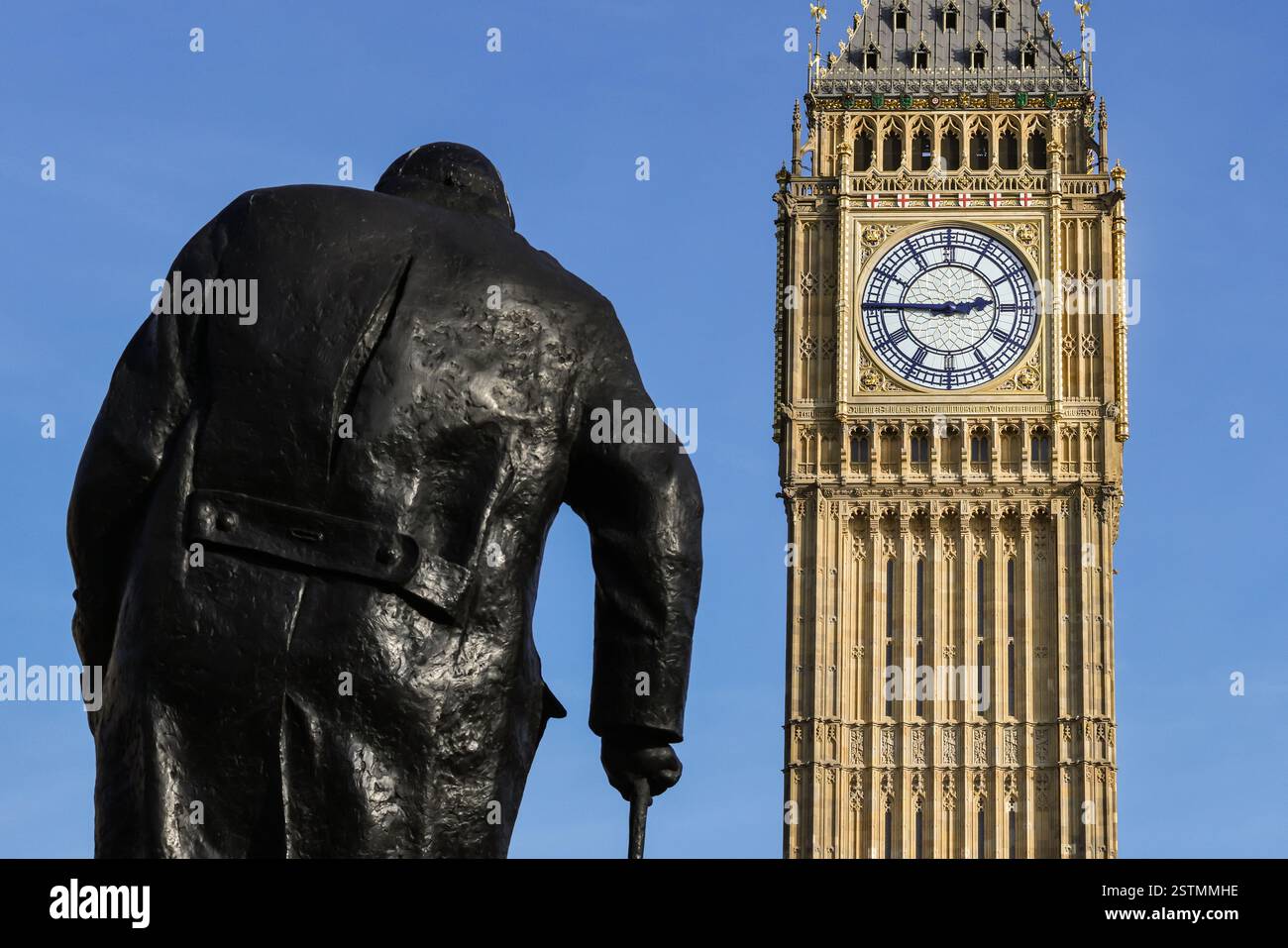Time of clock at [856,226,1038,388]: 2:45
